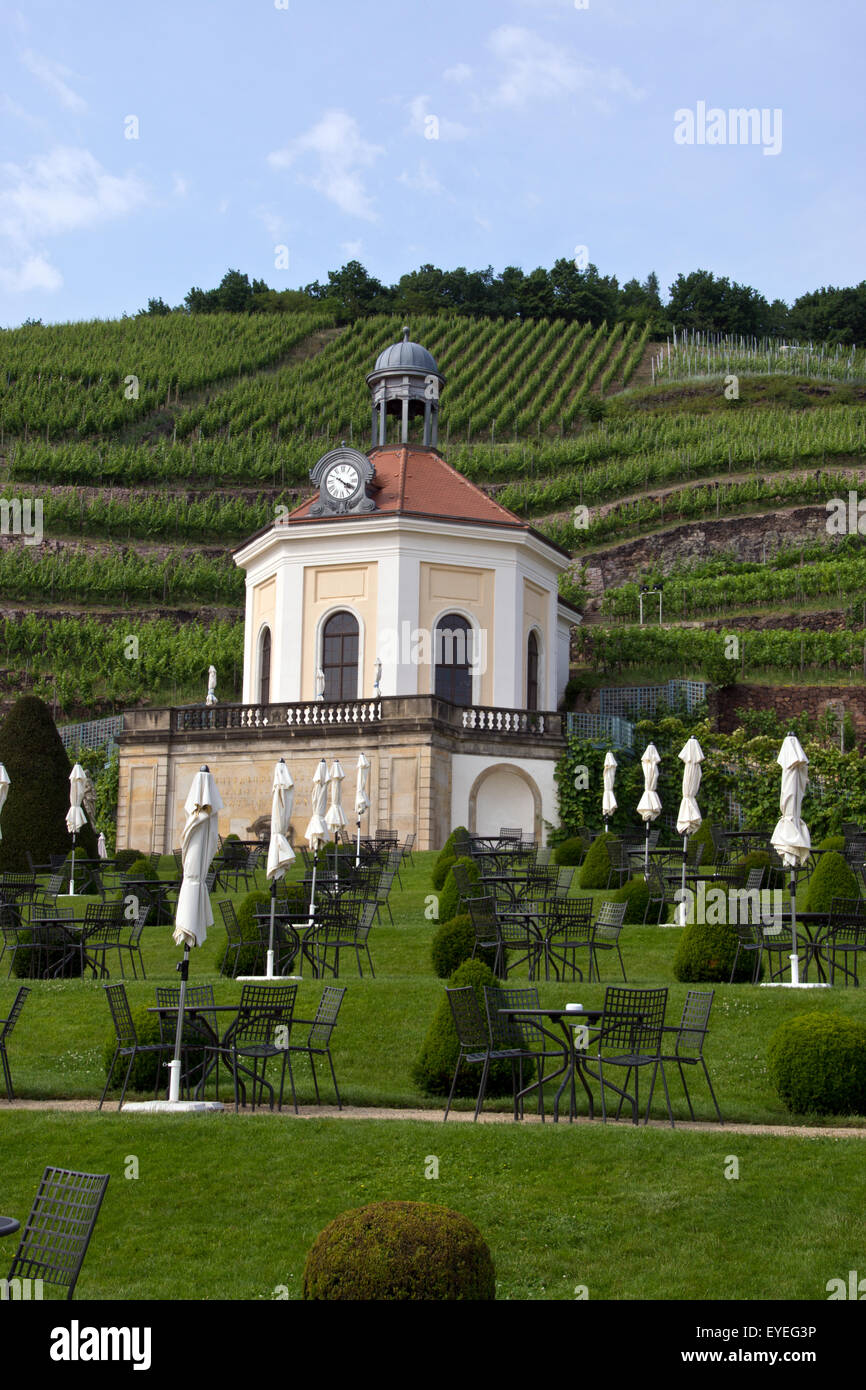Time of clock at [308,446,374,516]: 4:19
